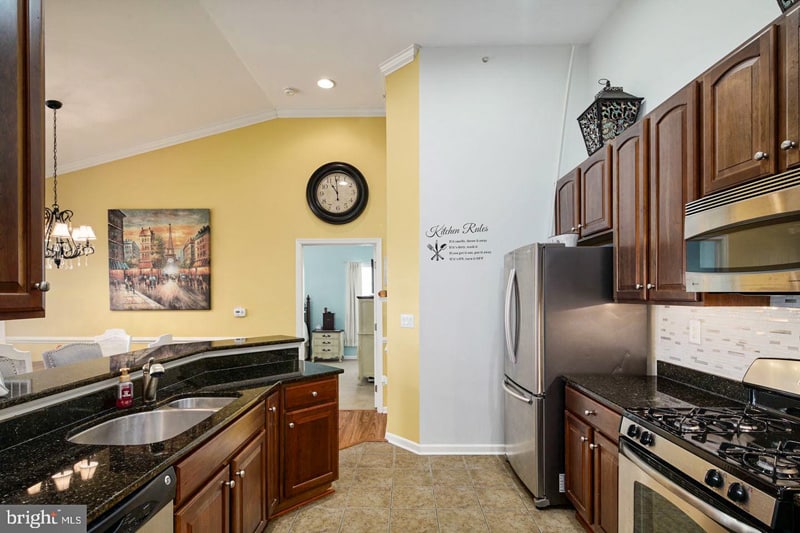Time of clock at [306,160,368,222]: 10:59
